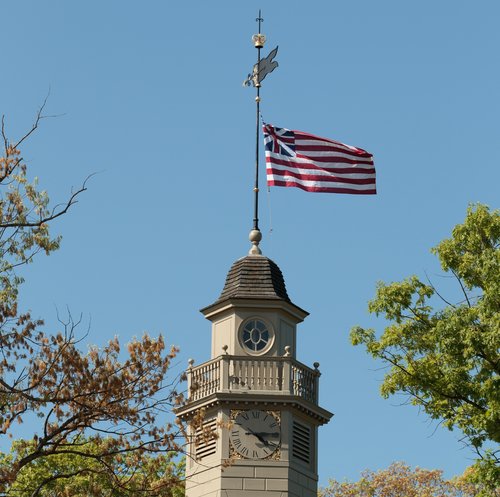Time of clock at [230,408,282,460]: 4:14
